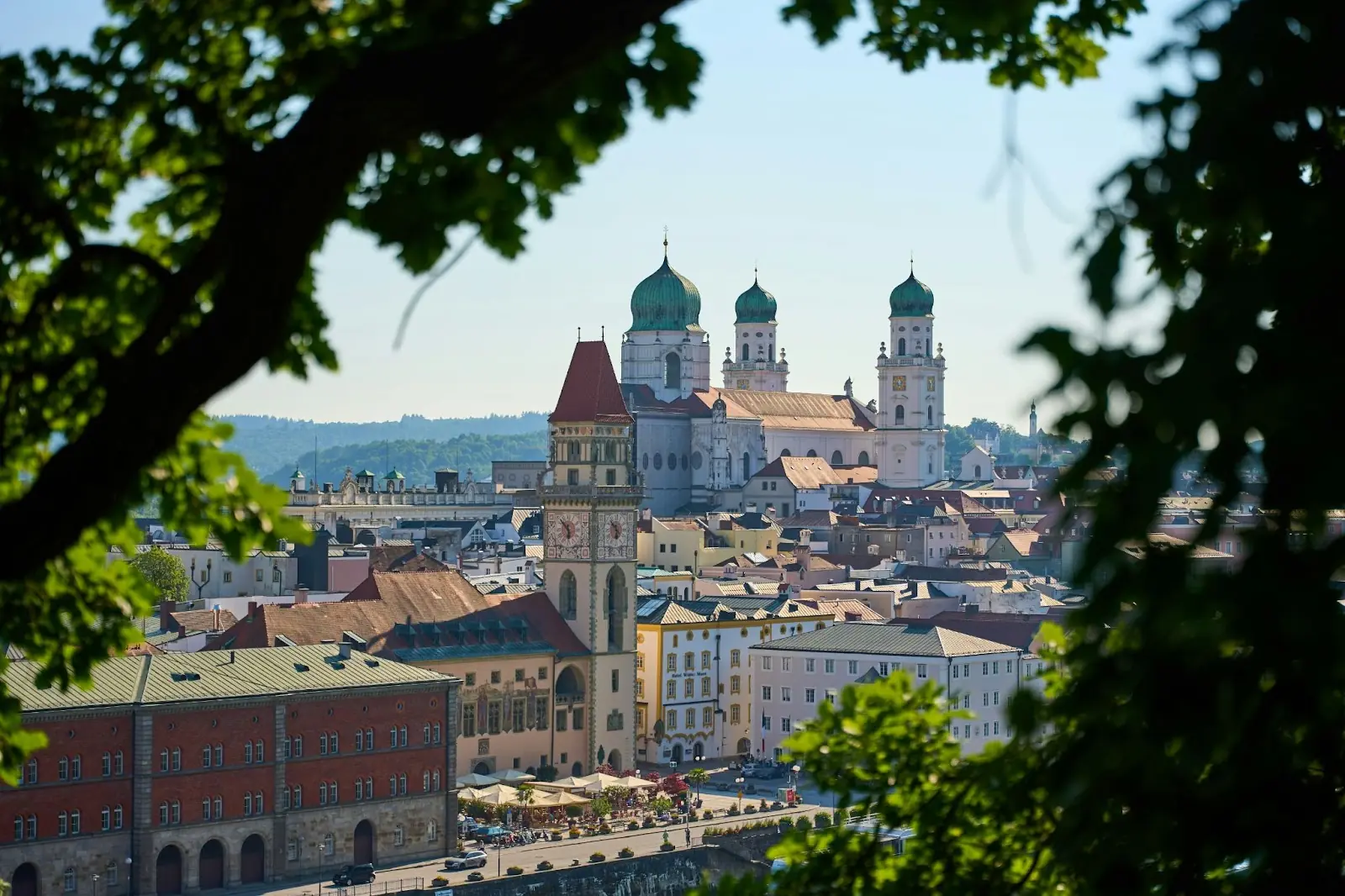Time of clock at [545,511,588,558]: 5:54
